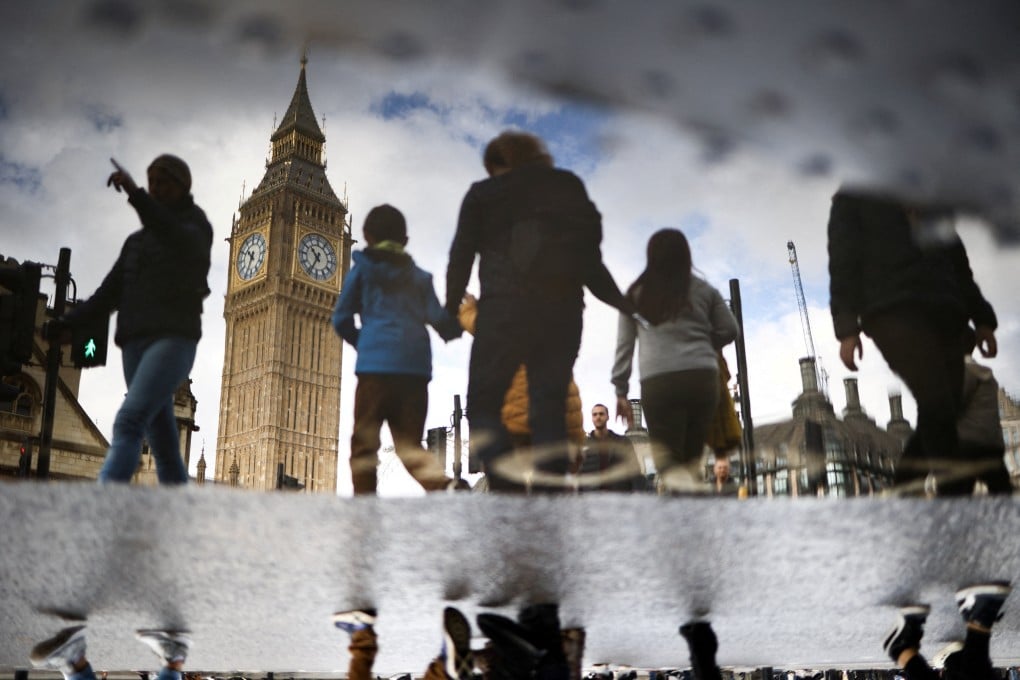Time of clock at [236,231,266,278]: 10:34
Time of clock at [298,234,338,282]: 10:34
